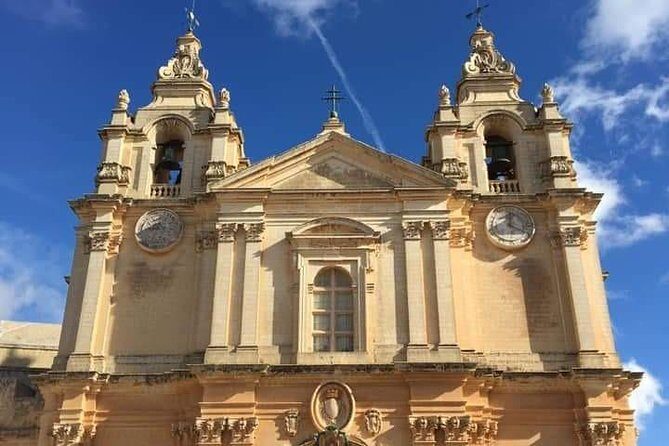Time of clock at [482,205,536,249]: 12:19
